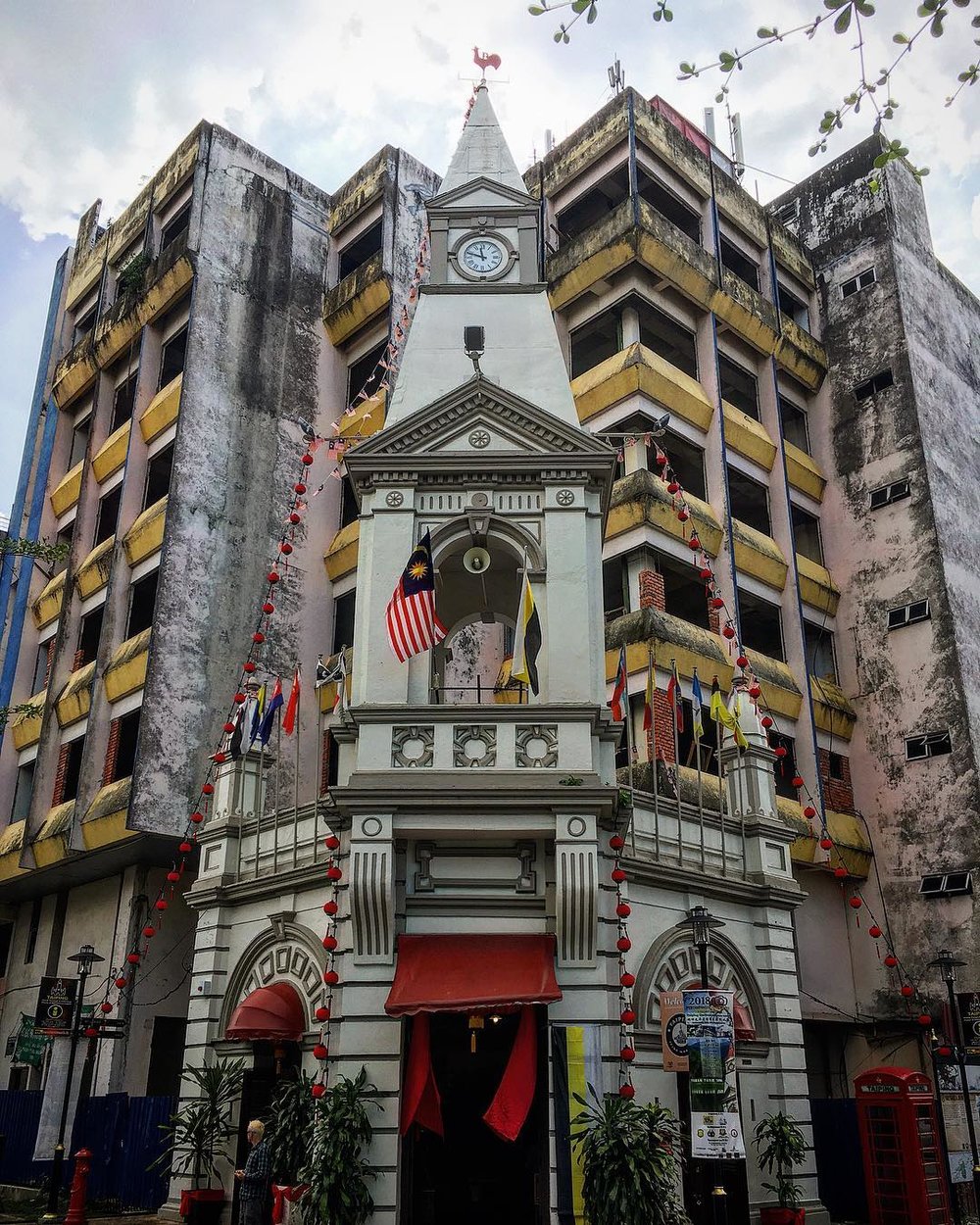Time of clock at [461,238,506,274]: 11:47
